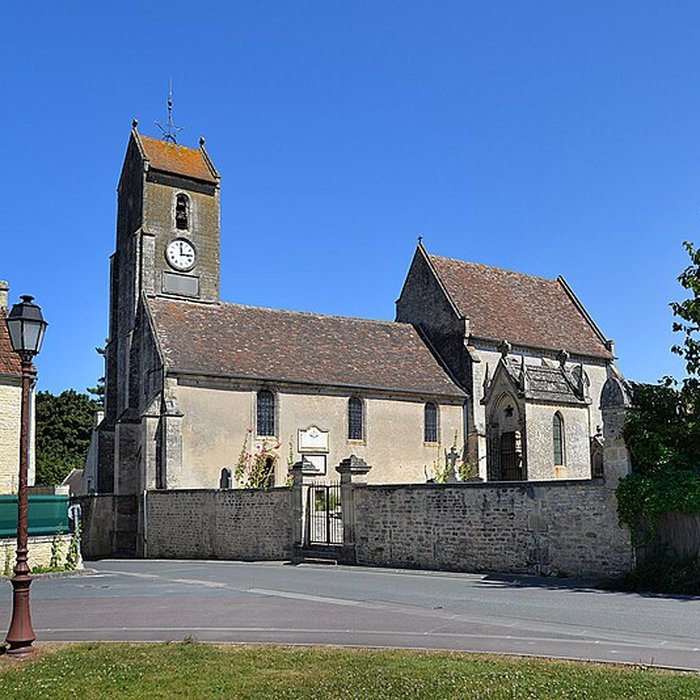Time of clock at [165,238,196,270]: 2:59
